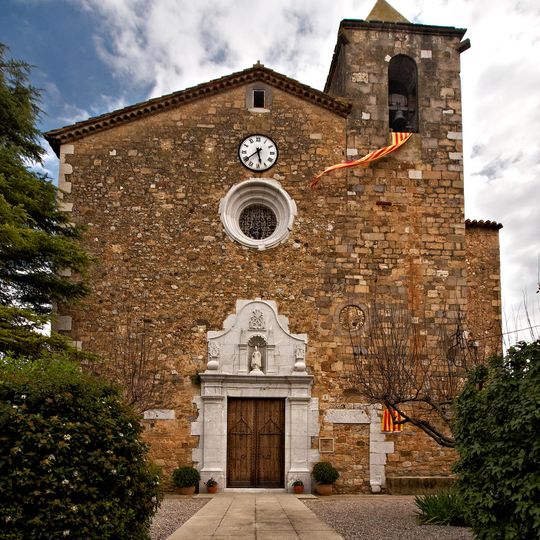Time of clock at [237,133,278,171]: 5:38
